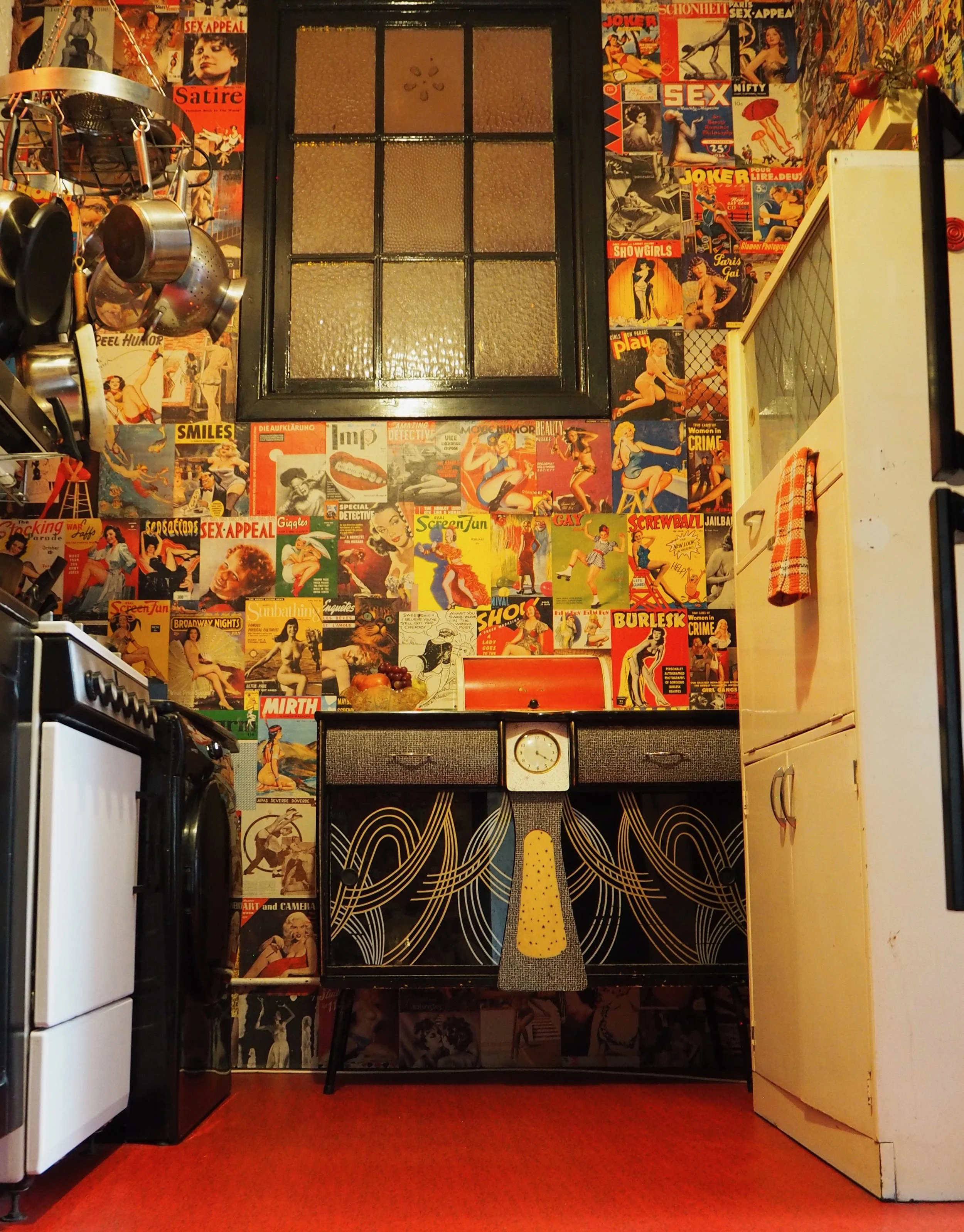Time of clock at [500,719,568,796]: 4:20
